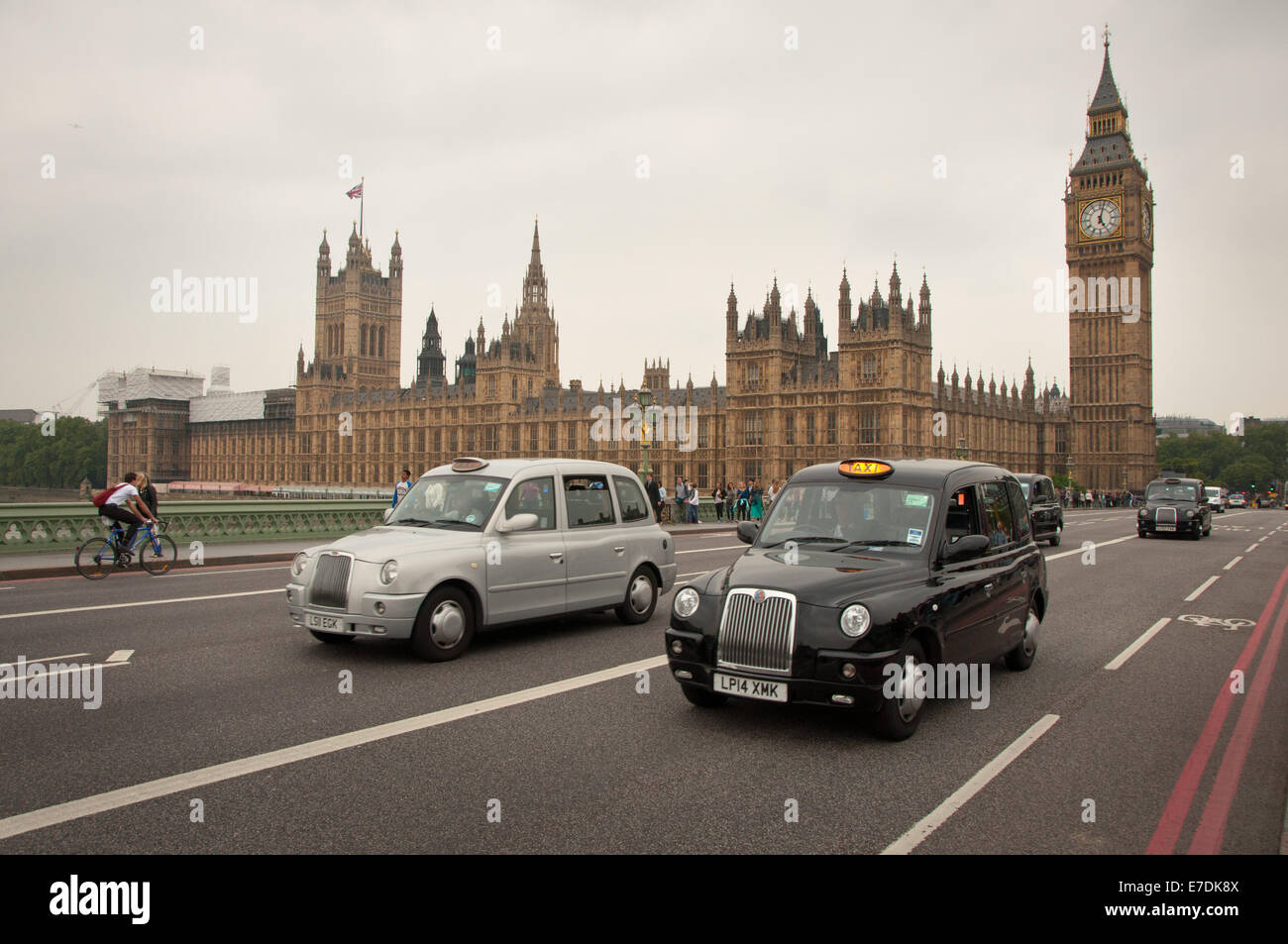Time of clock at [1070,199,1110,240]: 5:02
